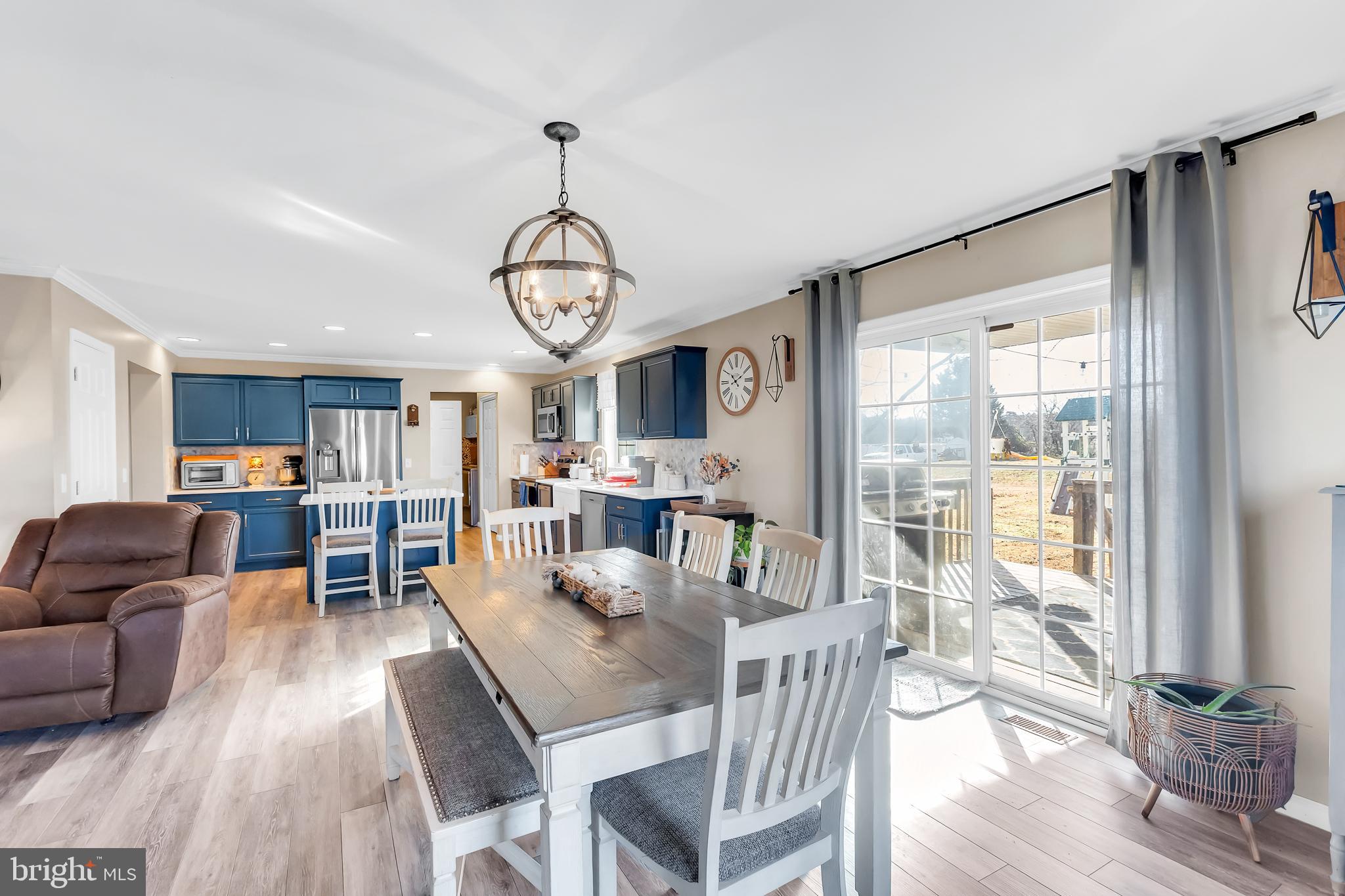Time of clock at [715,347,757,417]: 10:10
